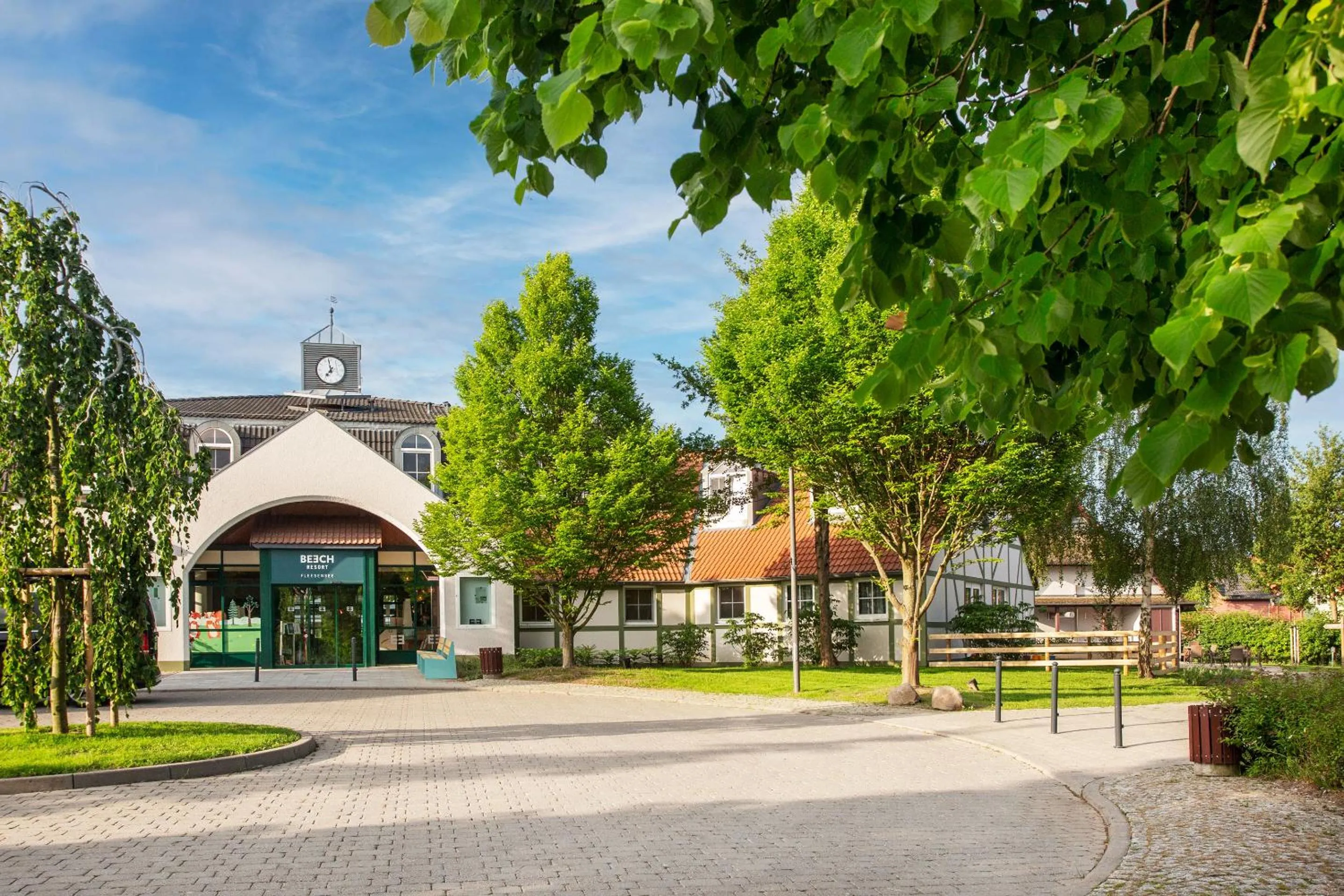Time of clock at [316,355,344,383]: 6:58
